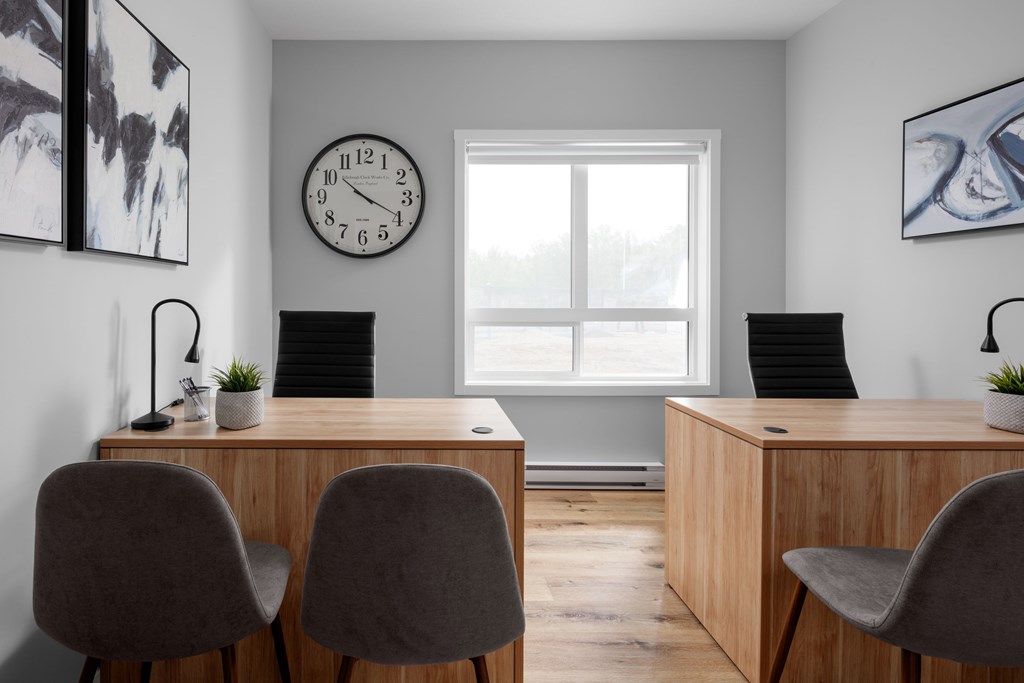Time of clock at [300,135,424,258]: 10:19
